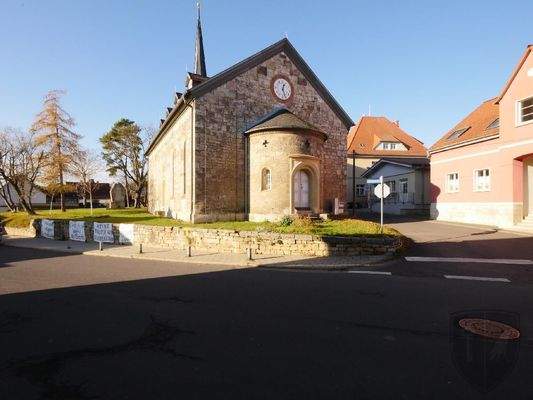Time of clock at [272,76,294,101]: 12:26
